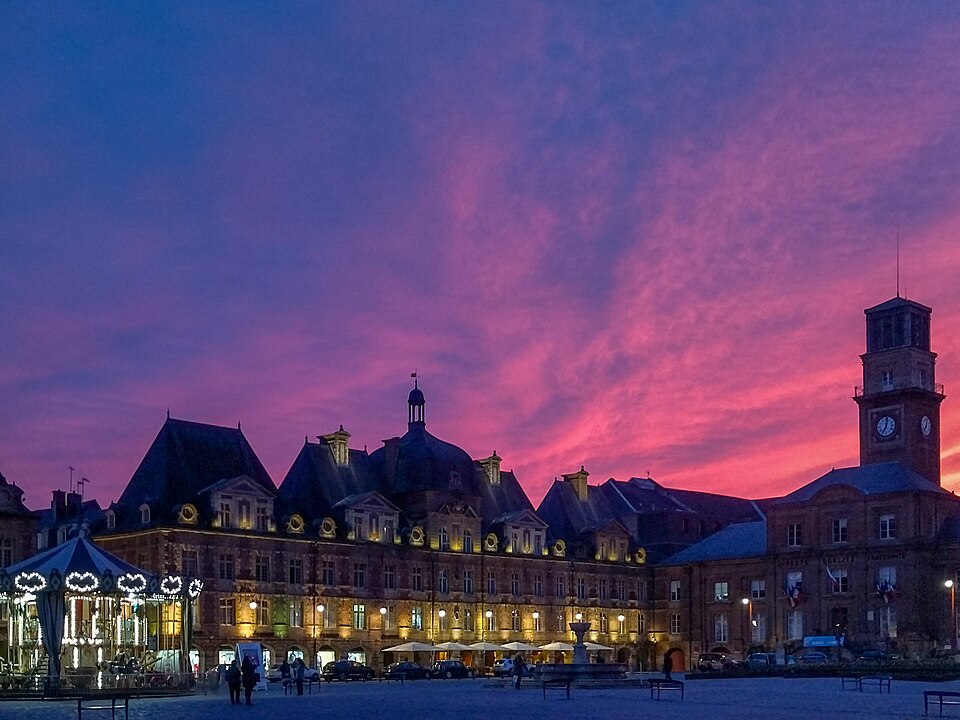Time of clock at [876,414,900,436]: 7:01
